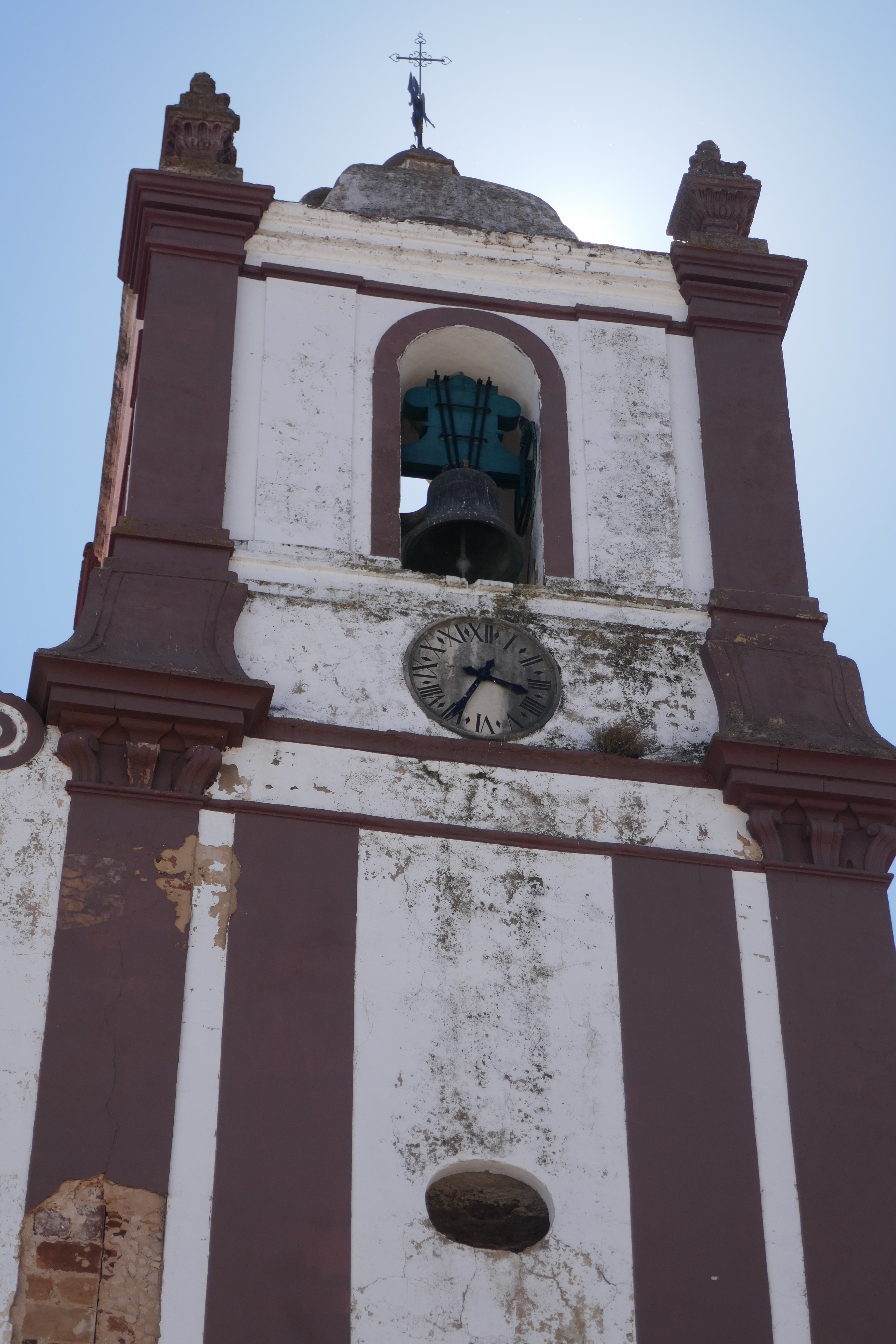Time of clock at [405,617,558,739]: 3:34
